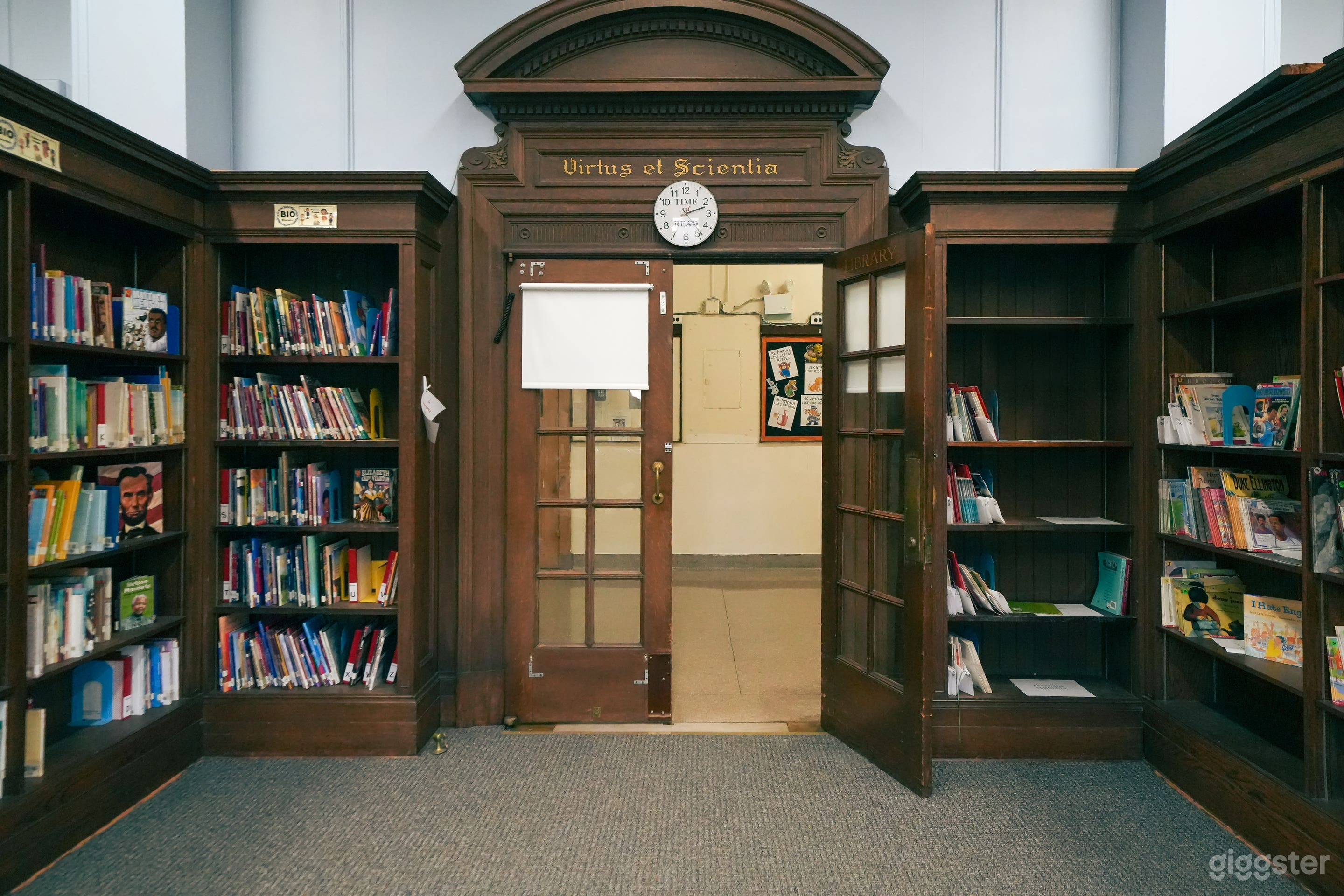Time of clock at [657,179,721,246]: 2:23
